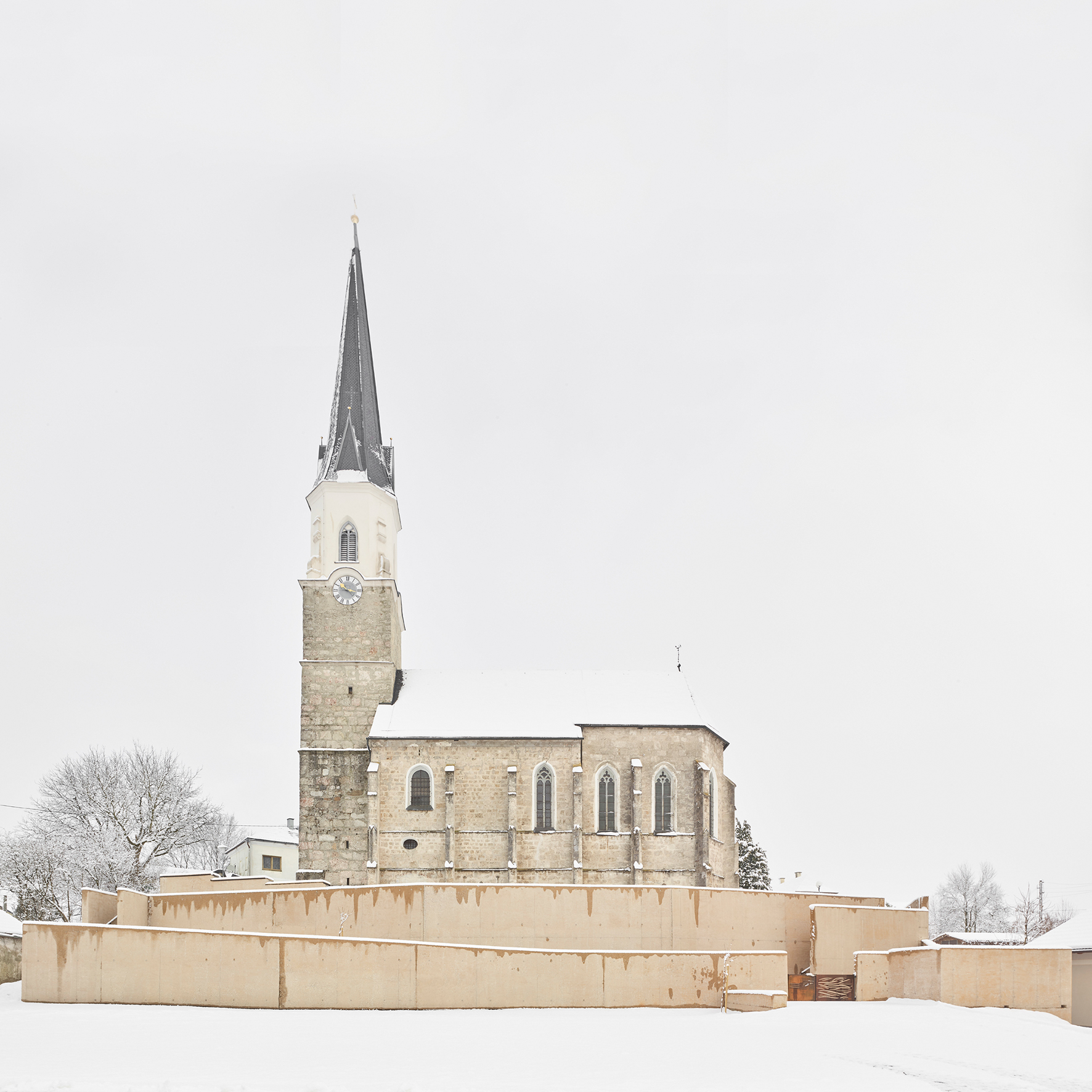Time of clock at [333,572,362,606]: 10:16
